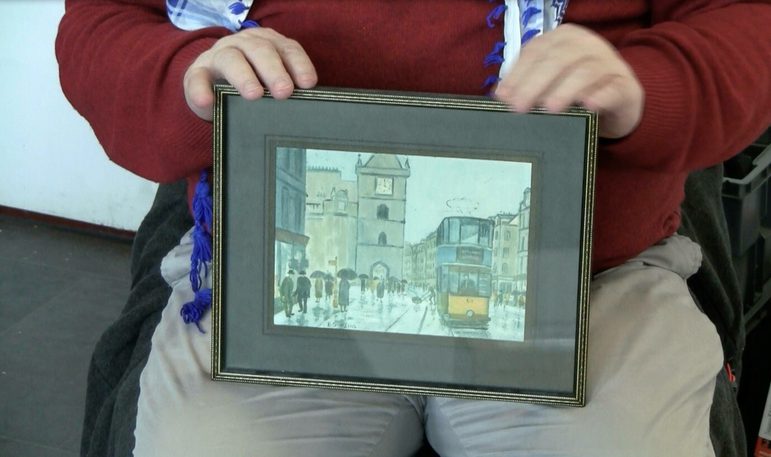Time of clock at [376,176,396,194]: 3:58
